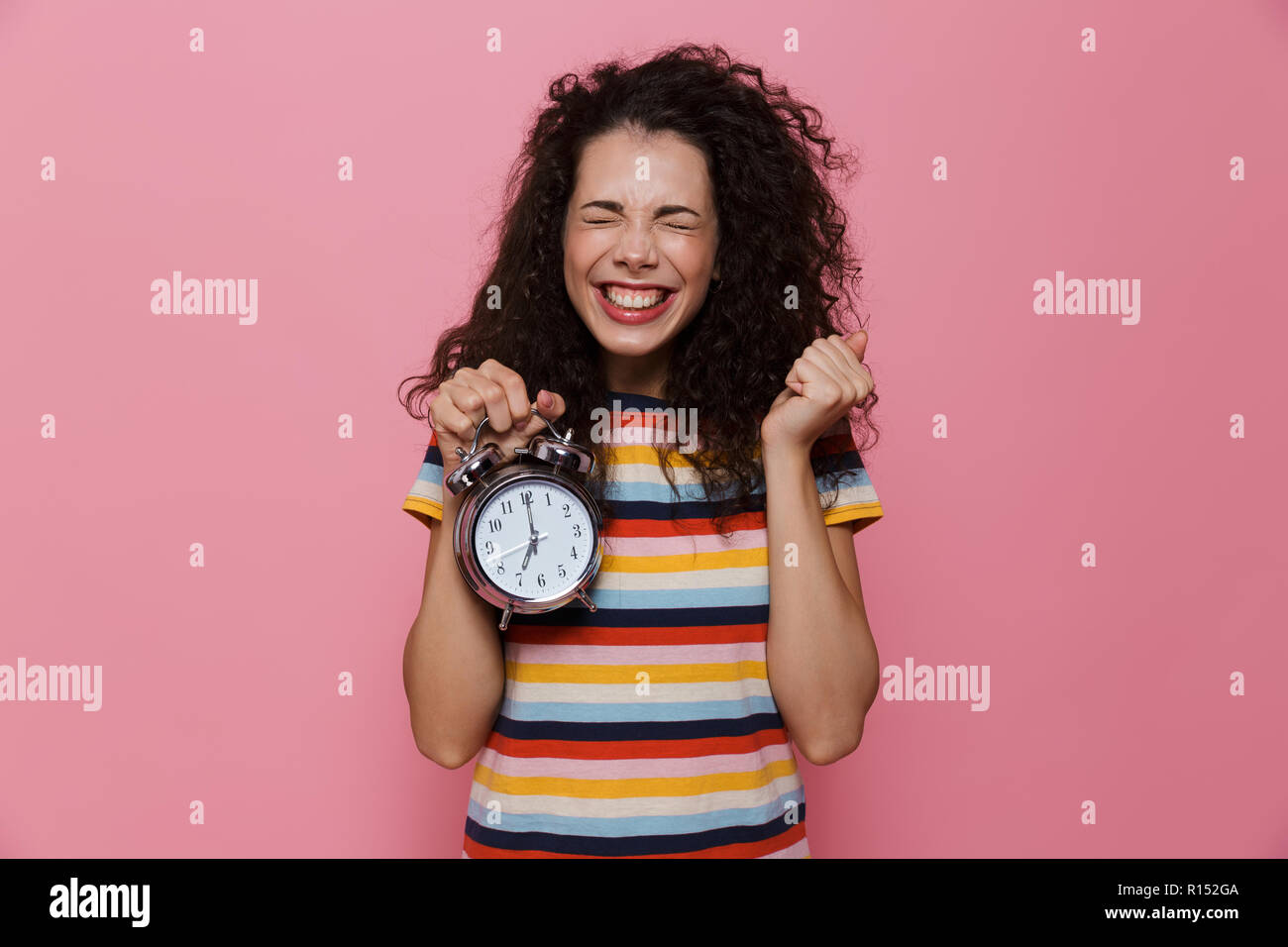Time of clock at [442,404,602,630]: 7:00
